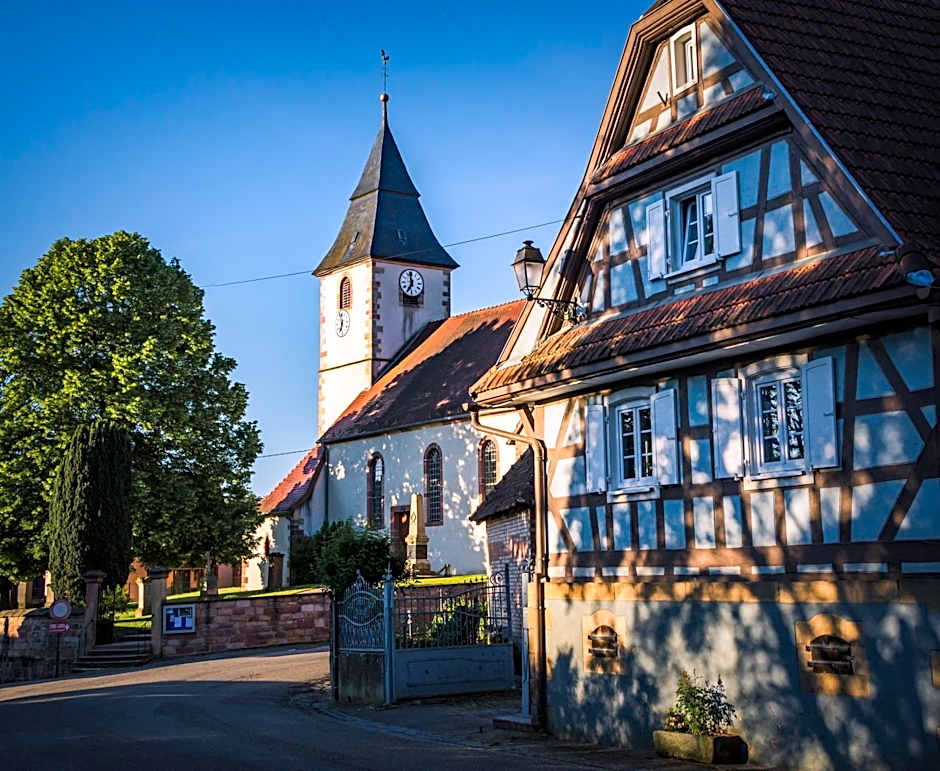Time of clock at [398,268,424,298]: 6:58
